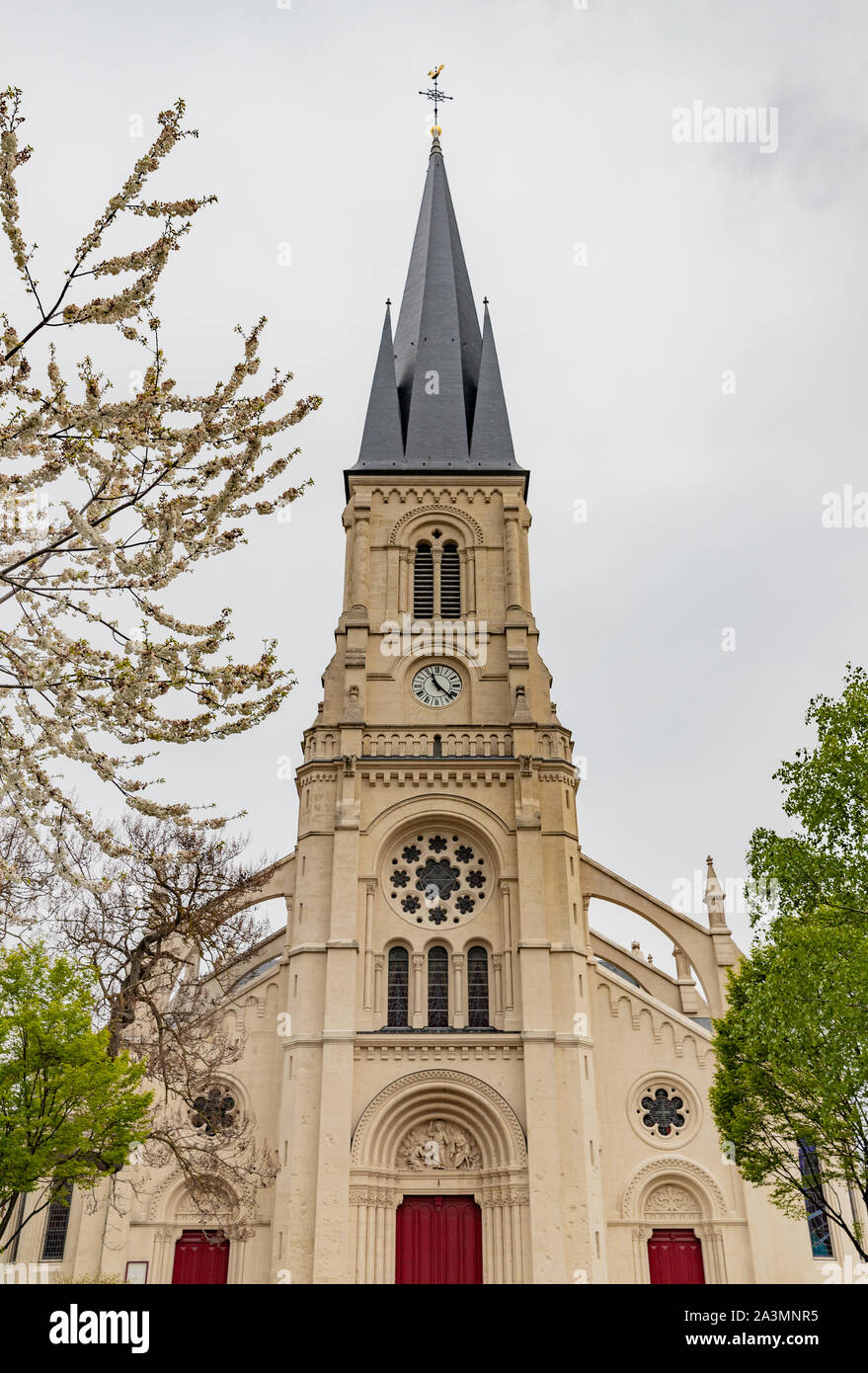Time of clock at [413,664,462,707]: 11:22
